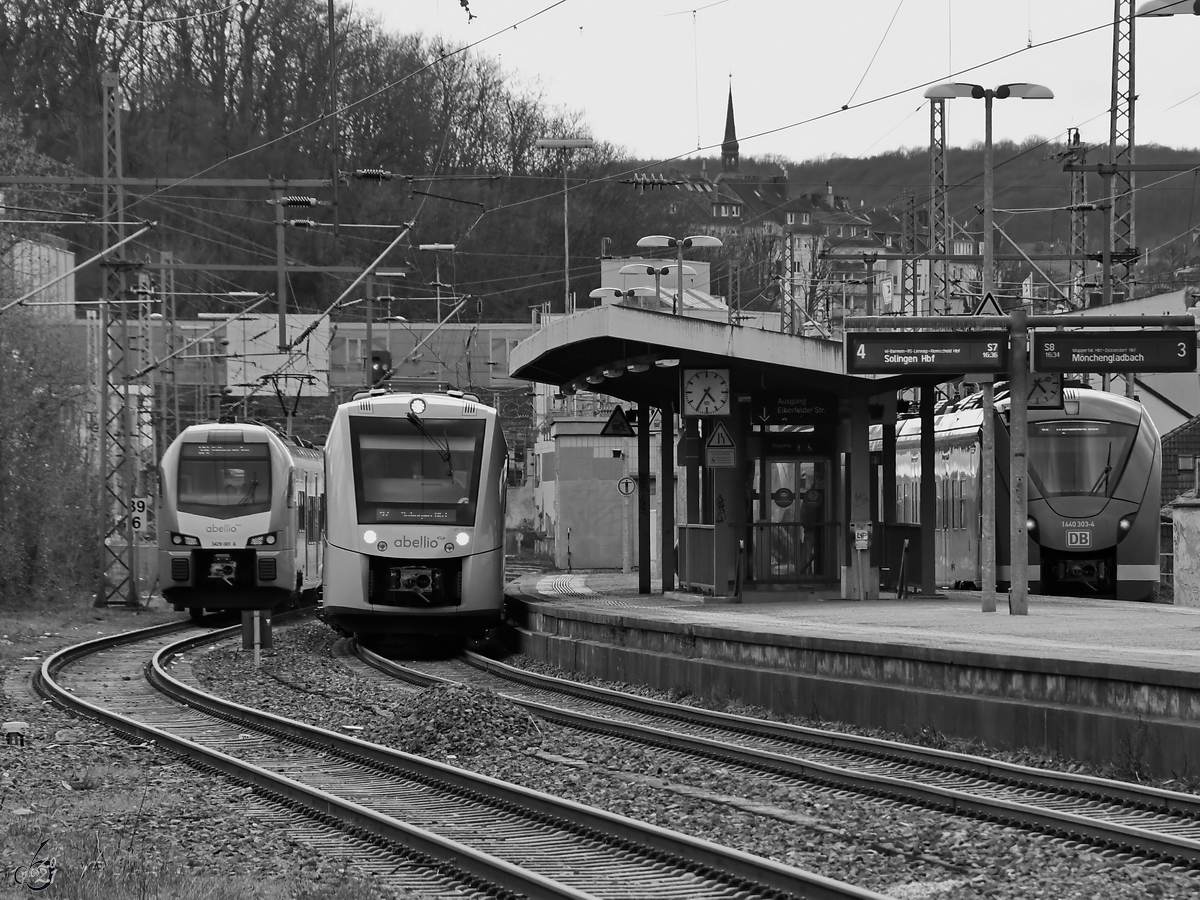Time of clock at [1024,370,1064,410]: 4:35
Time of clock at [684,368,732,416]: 4:35
